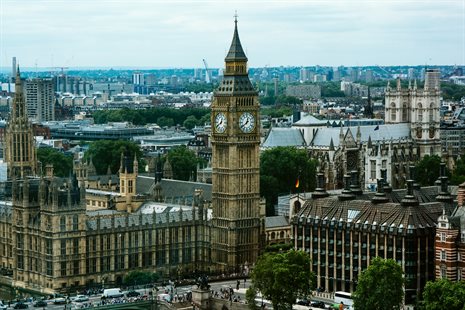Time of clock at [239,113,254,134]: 12:39
